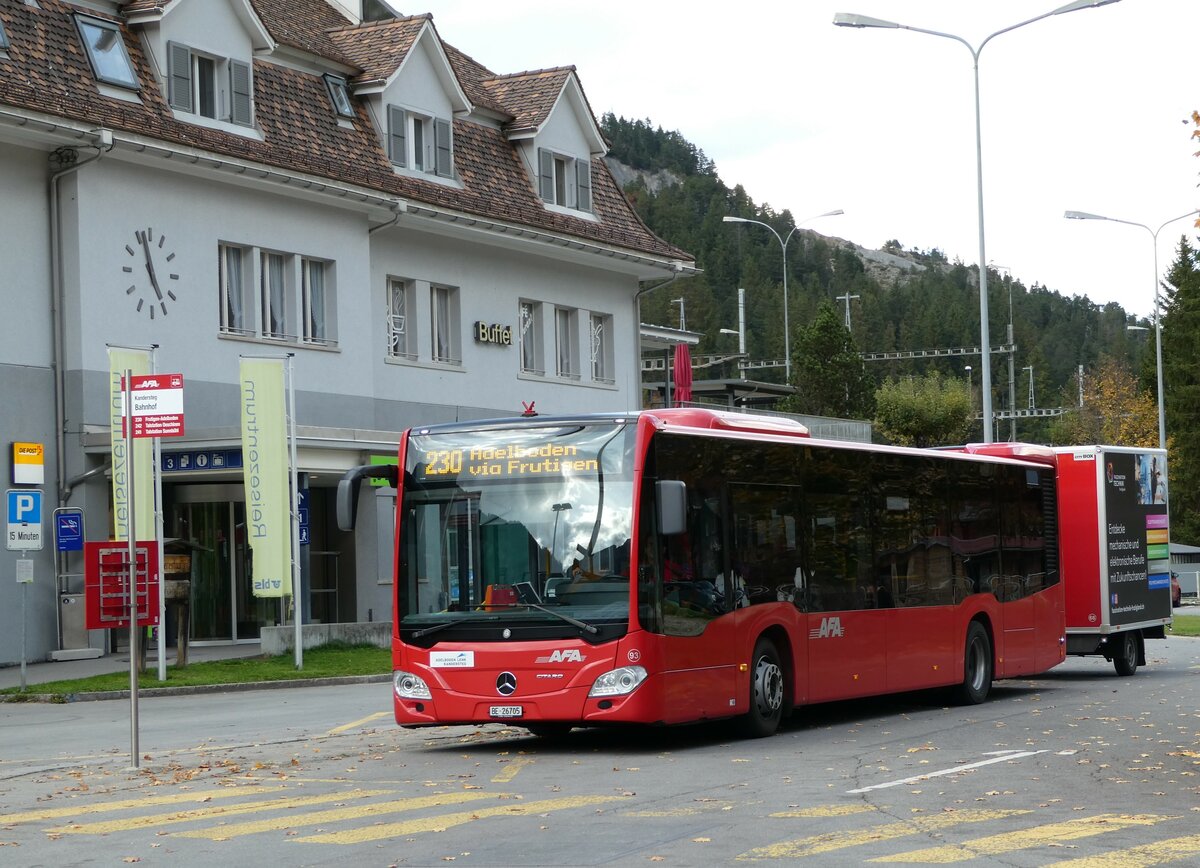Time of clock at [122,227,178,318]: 4:57
